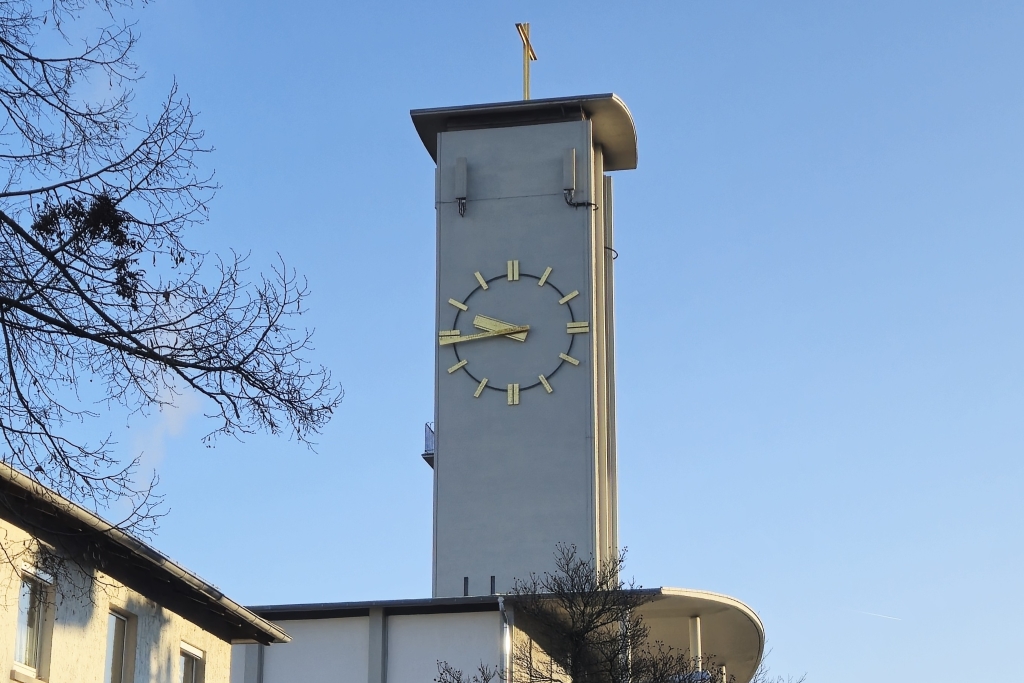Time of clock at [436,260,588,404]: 9:43
